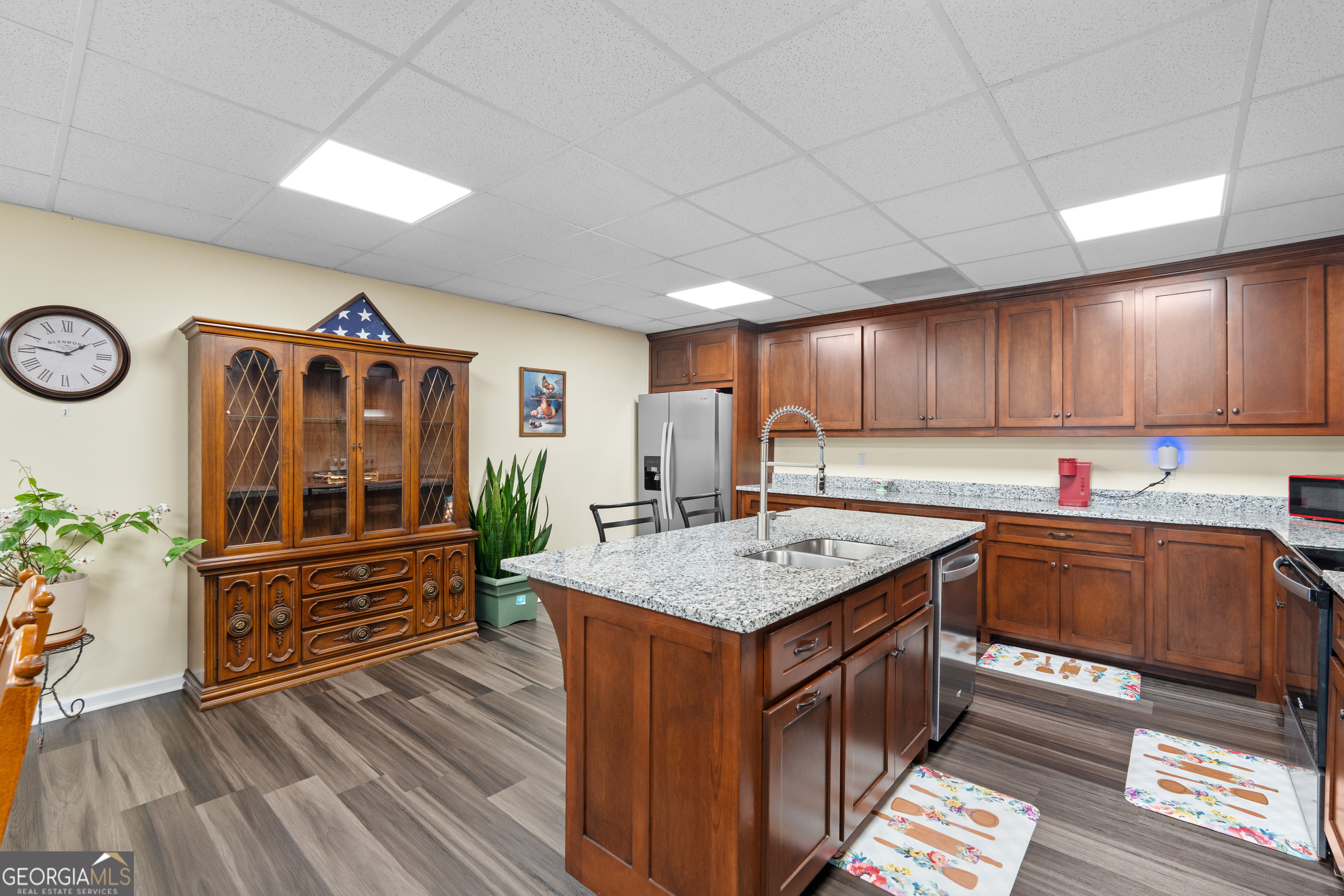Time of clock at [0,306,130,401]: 1:46
